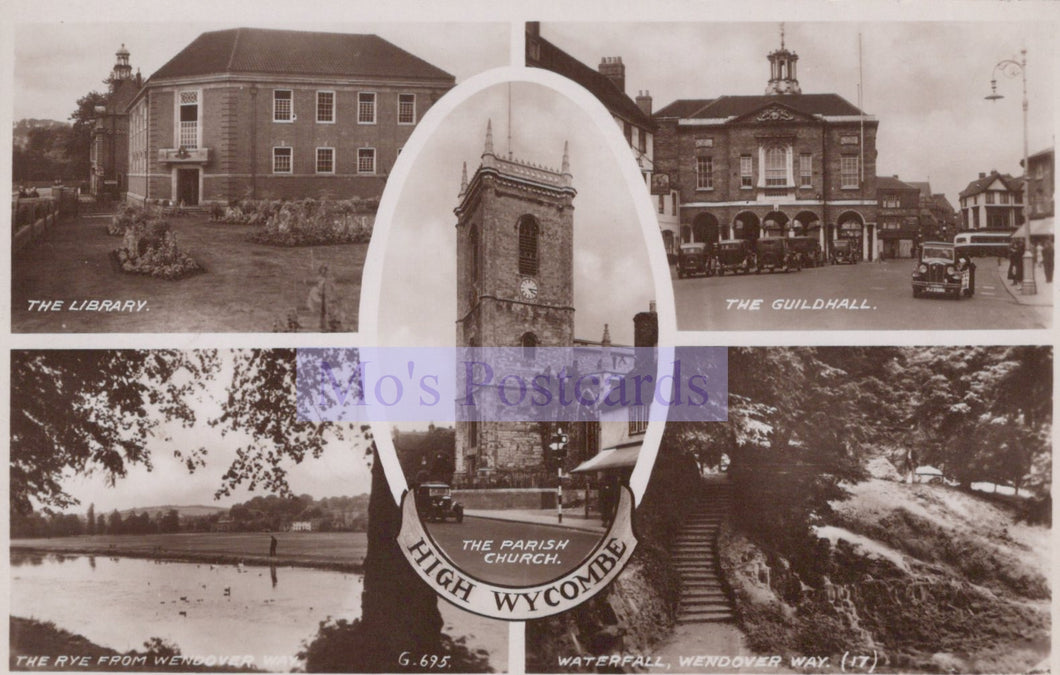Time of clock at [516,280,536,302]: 4:14
